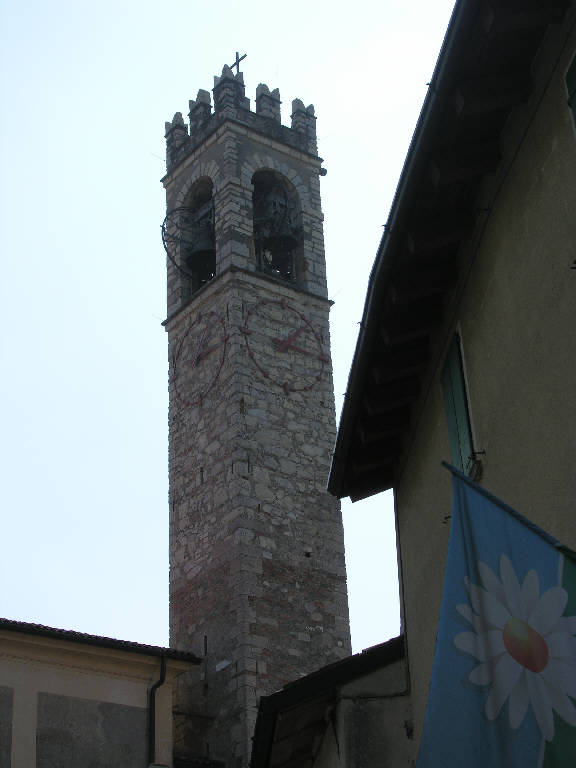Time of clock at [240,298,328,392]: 1:16
